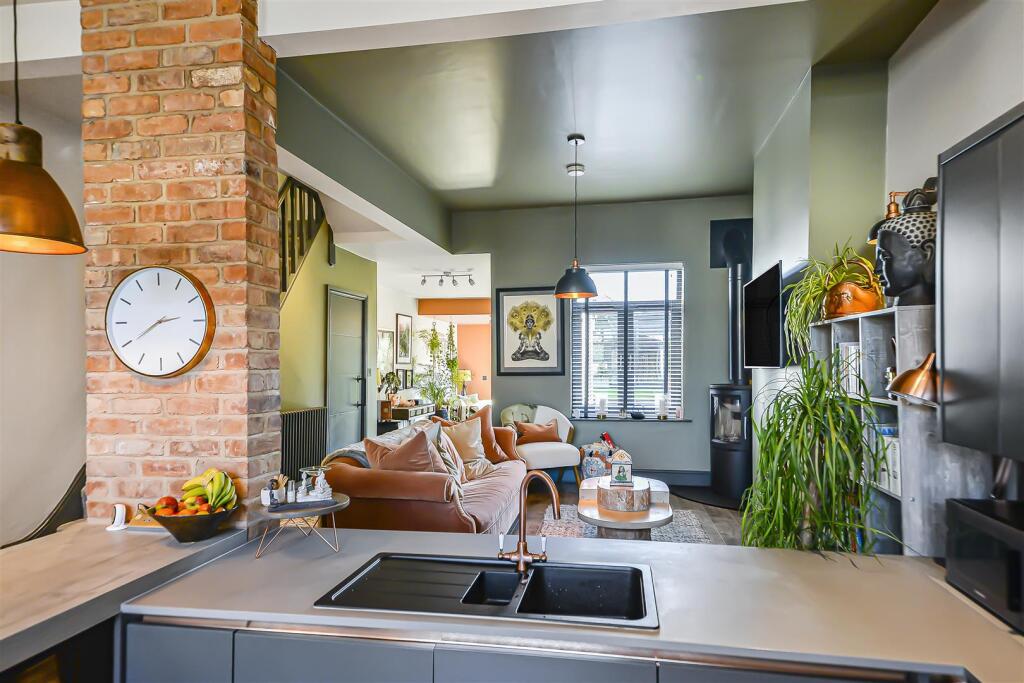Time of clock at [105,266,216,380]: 2:40
